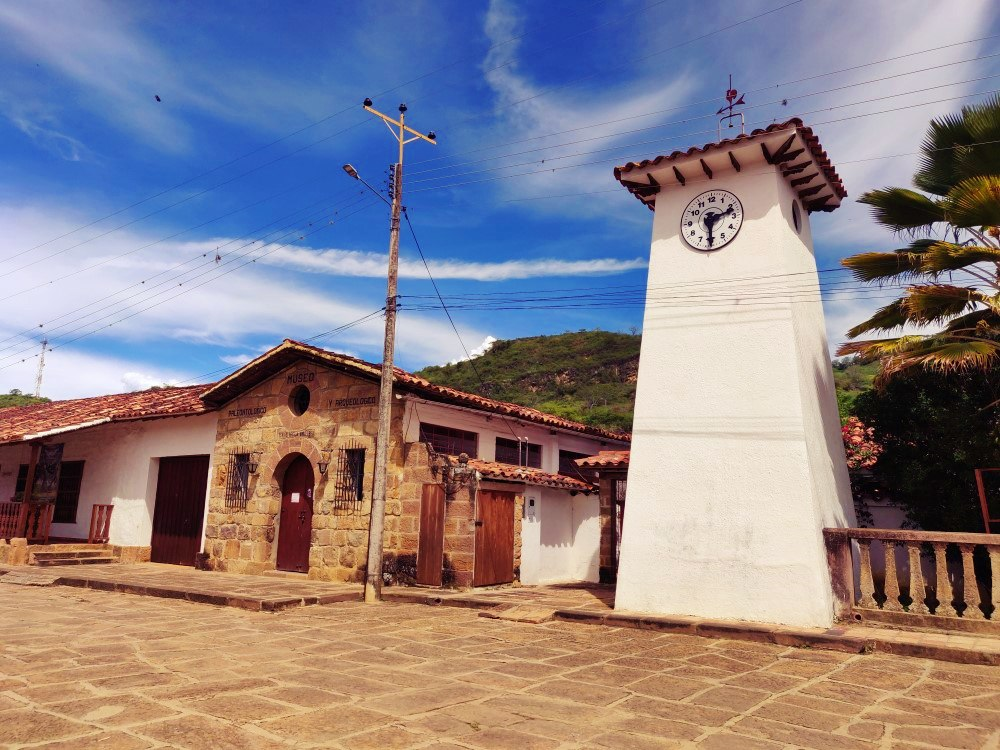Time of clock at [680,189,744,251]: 2:30
